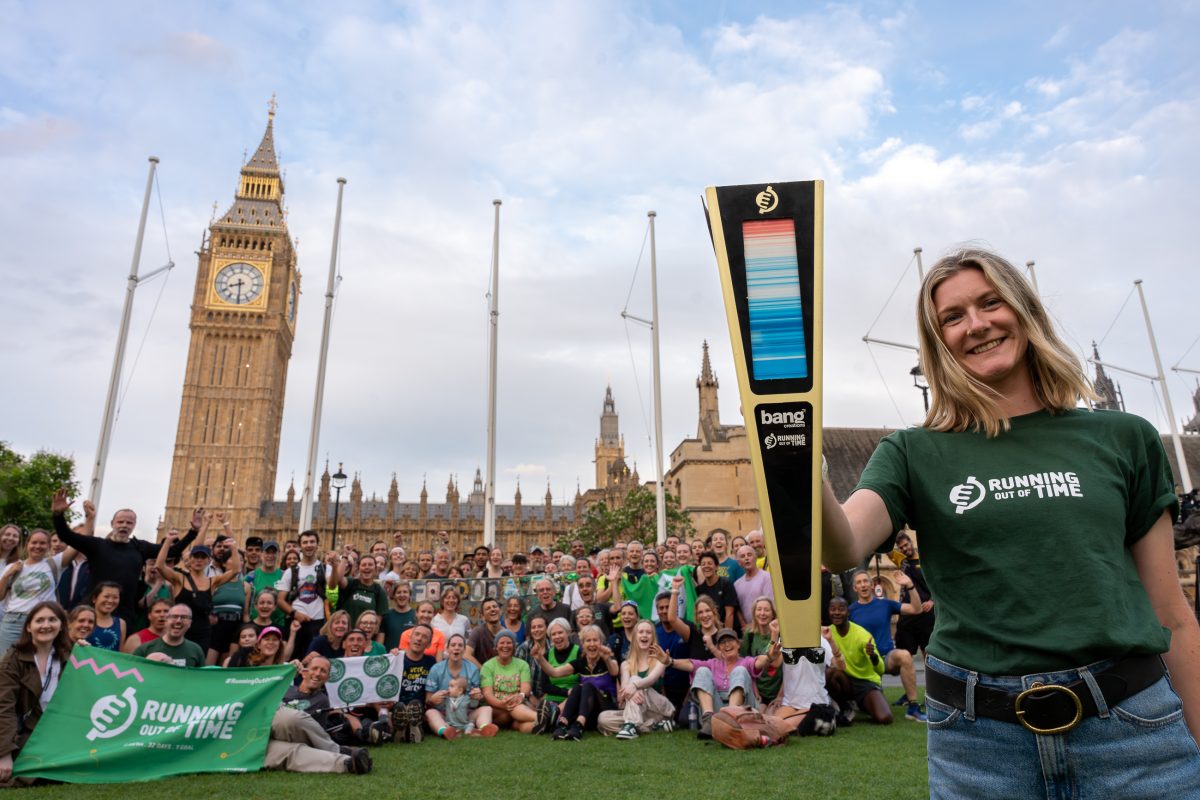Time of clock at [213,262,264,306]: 8:29
